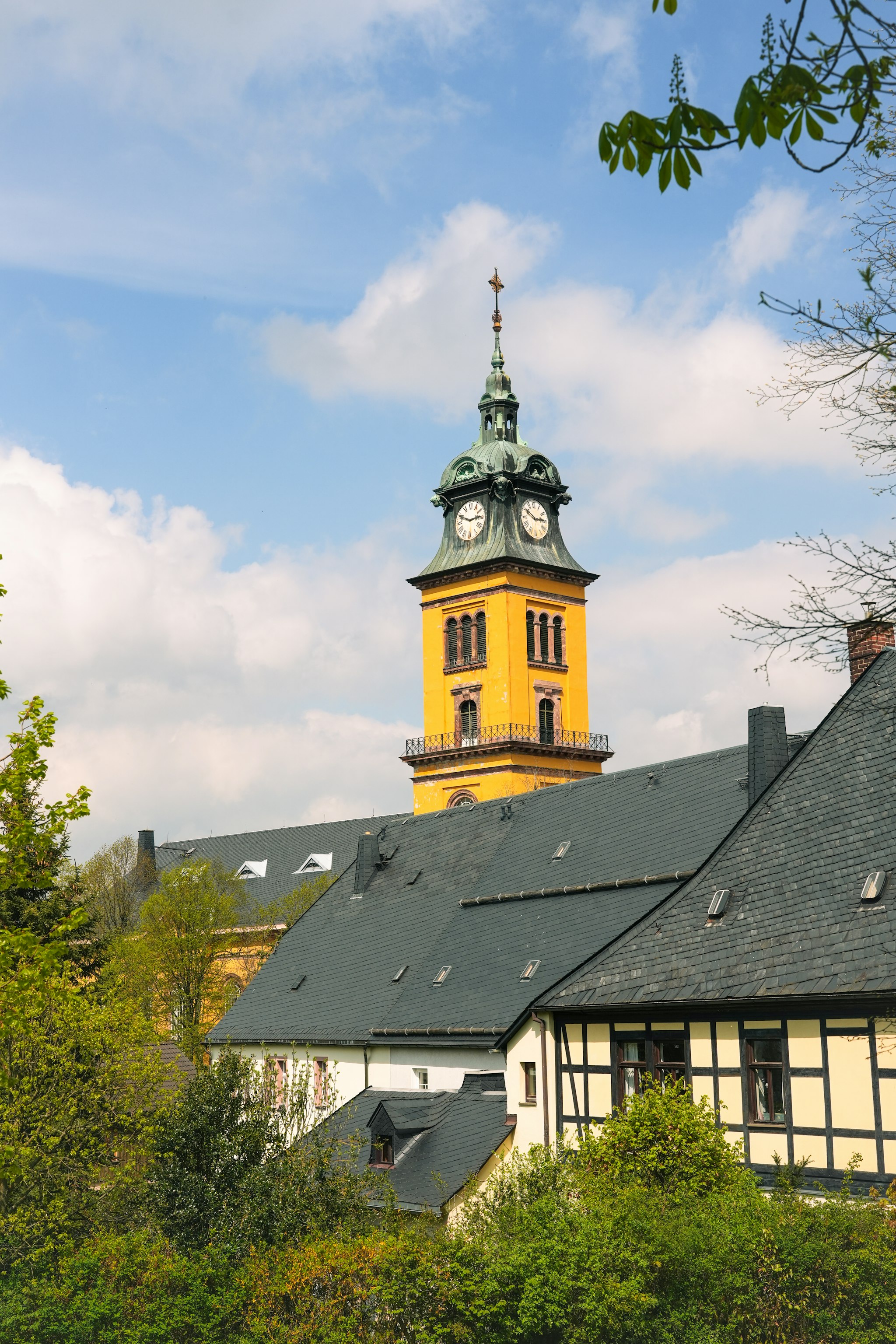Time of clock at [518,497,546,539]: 2:50
